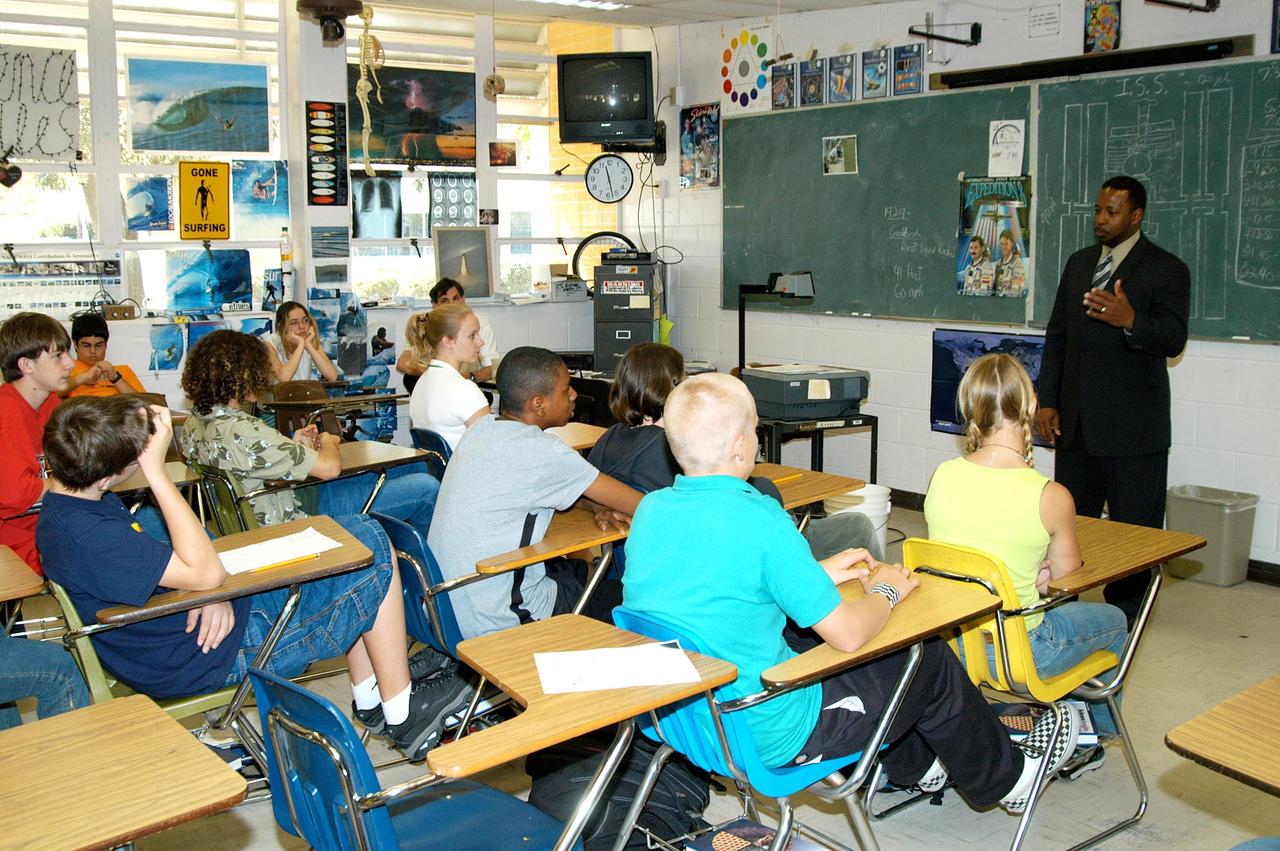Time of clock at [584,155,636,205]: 11:27
